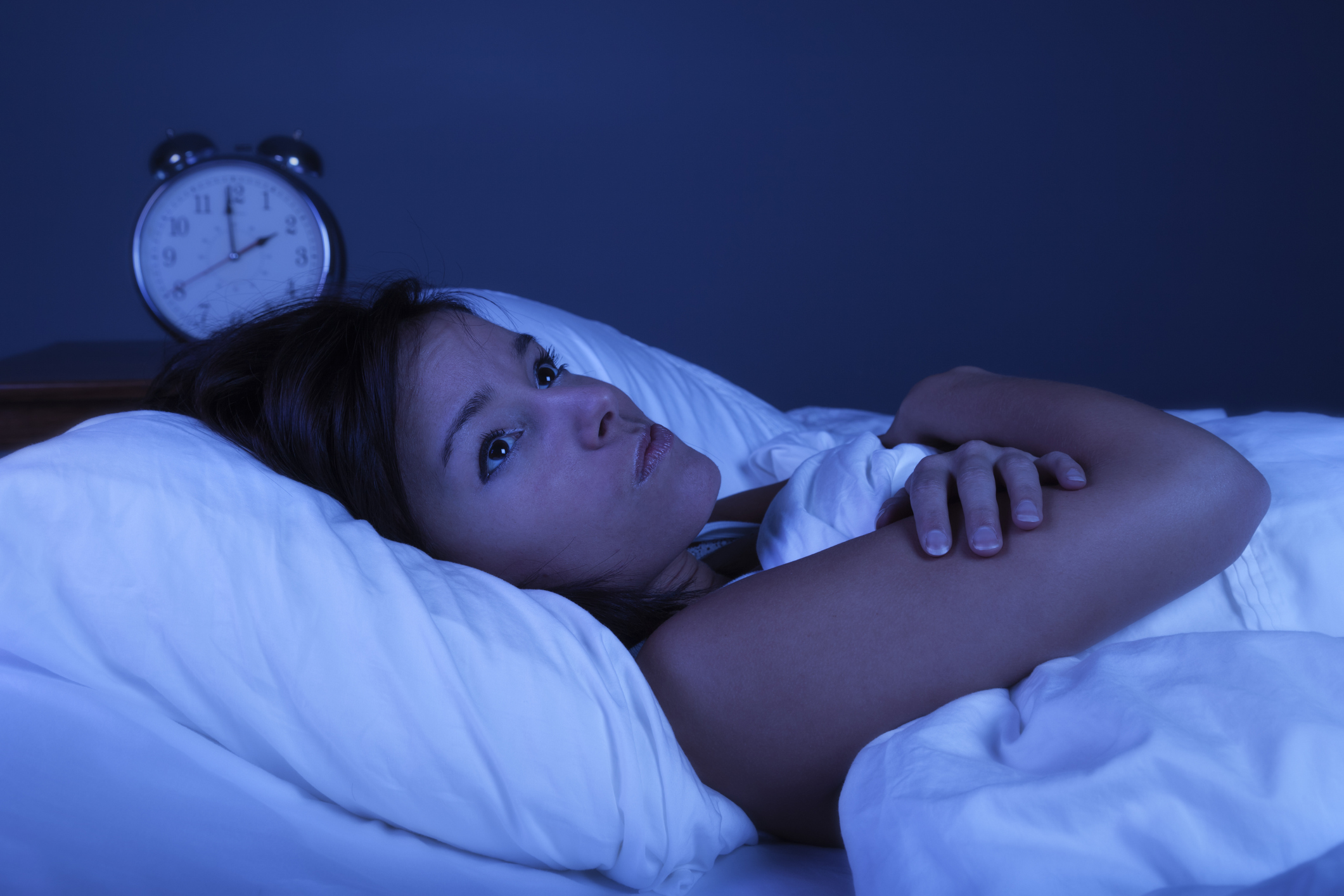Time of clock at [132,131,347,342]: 1:59
